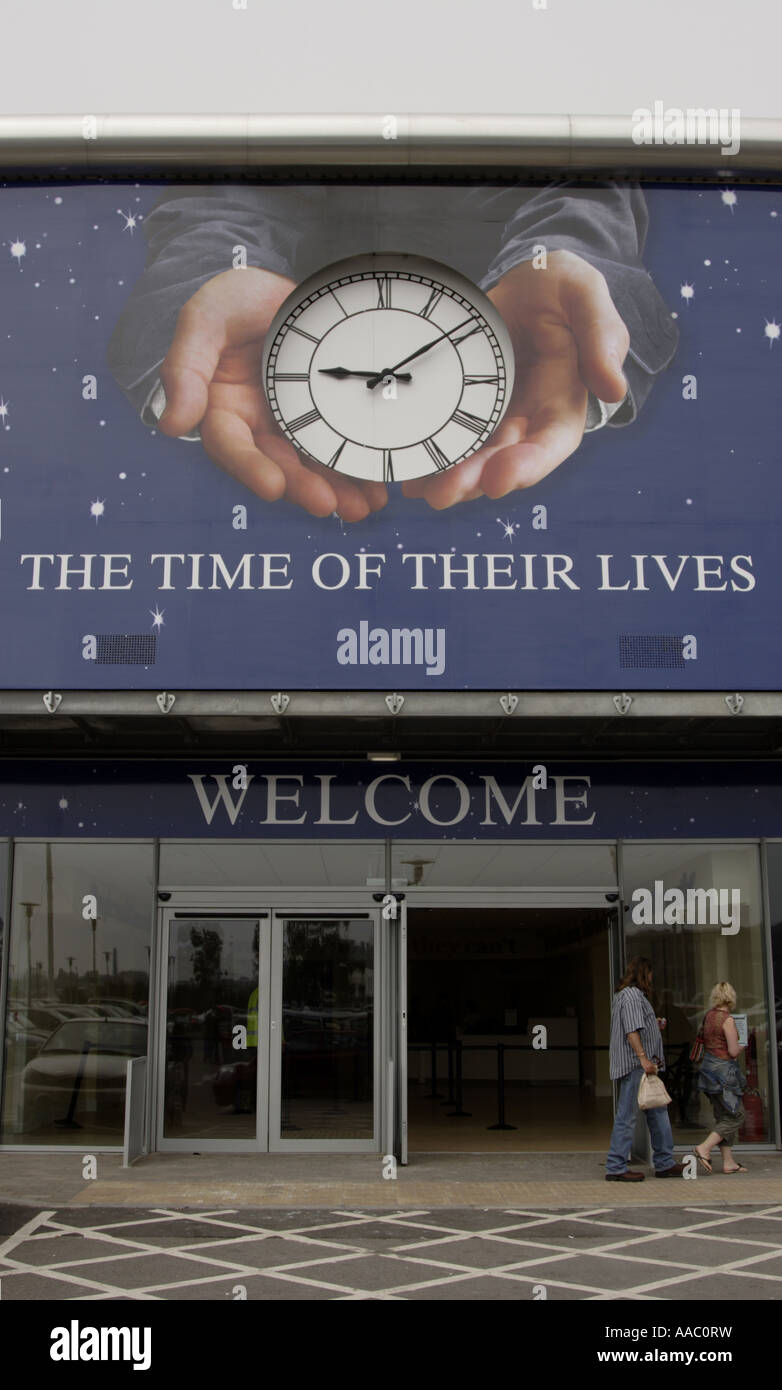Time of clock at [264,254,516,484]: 9:08
